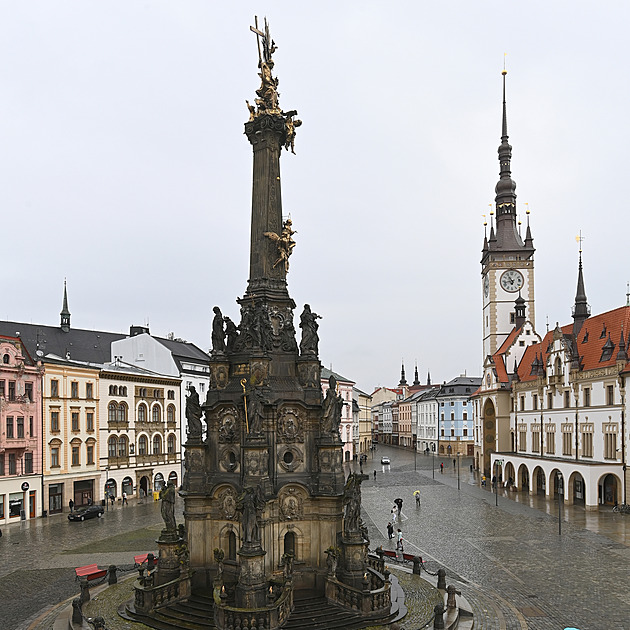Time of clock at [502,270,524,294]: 10:42
